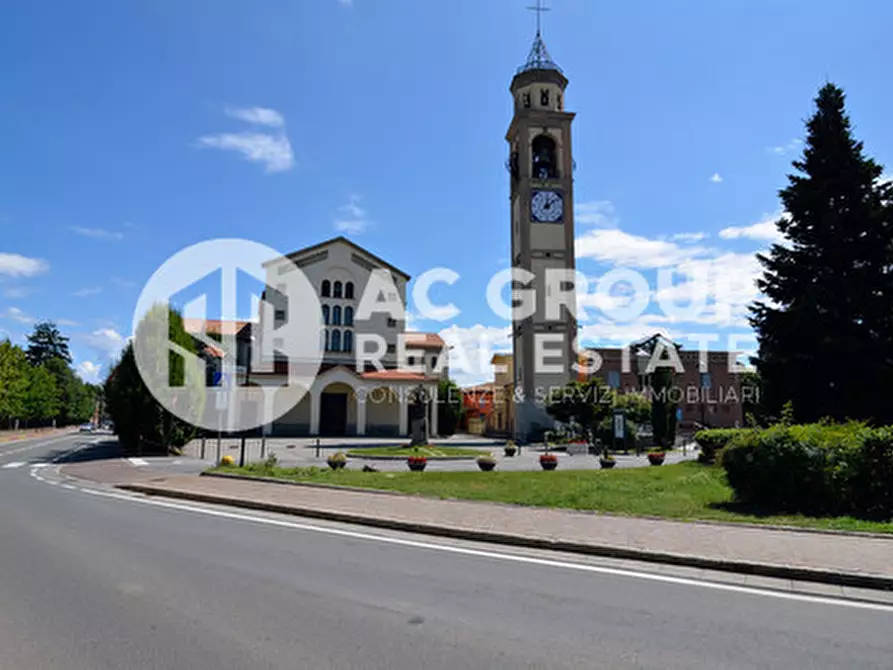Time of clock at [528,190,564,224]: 12:07
